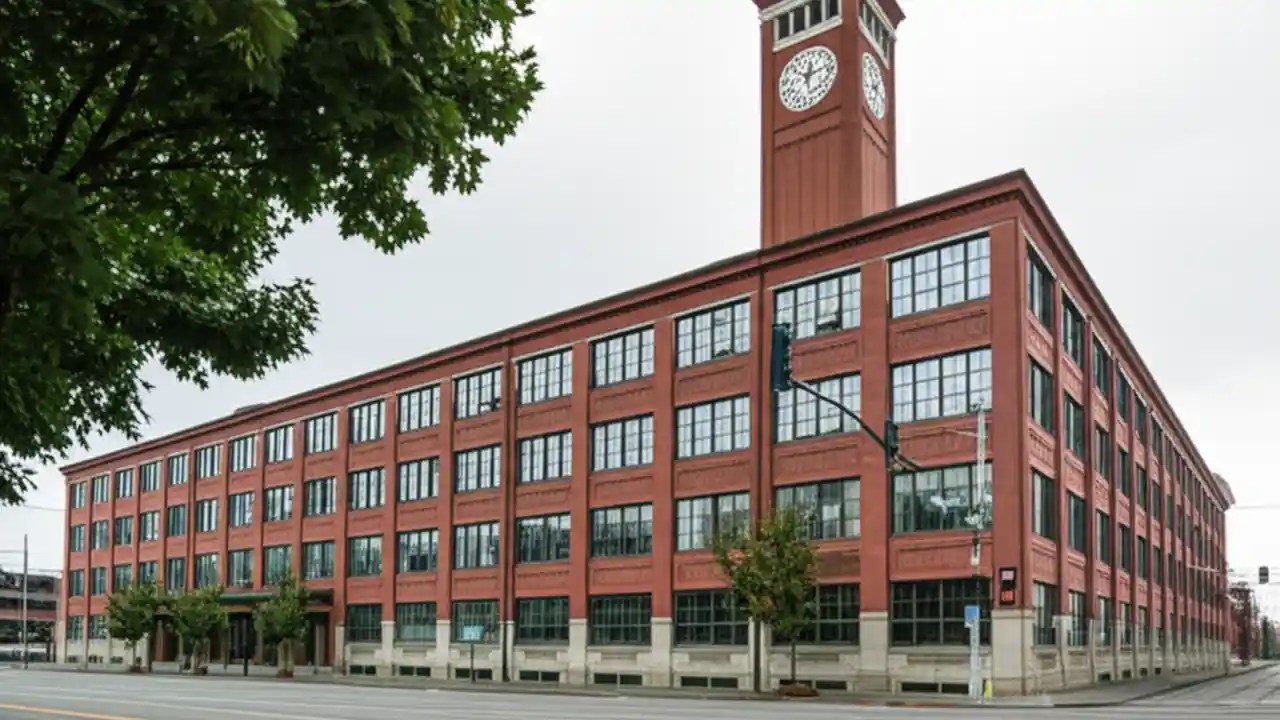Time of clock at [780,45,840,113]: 12:12
